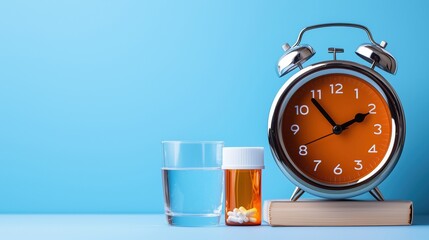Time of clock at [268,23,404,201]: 1:53
